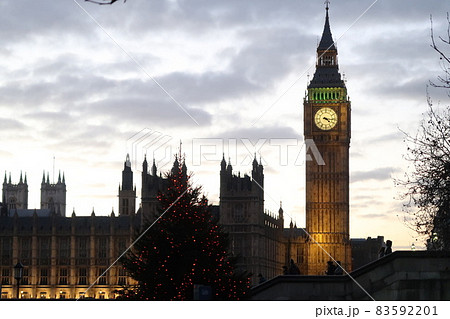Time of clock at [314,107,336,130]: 4:16
